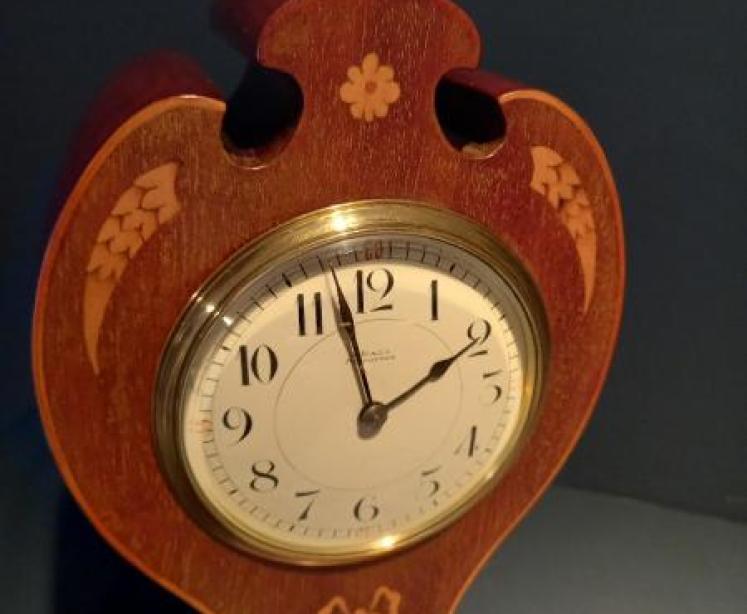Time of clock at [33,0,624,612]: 1:57
